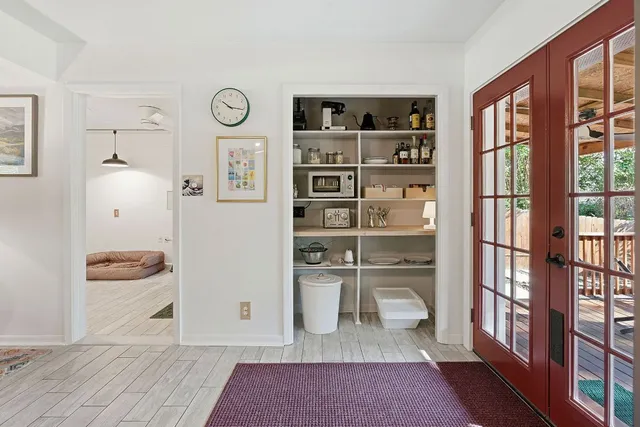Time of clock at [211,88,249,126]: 10:16
